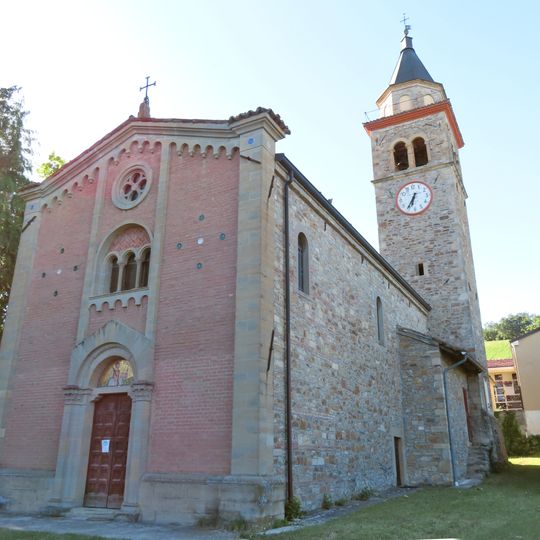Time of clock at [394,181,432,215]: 6:35
